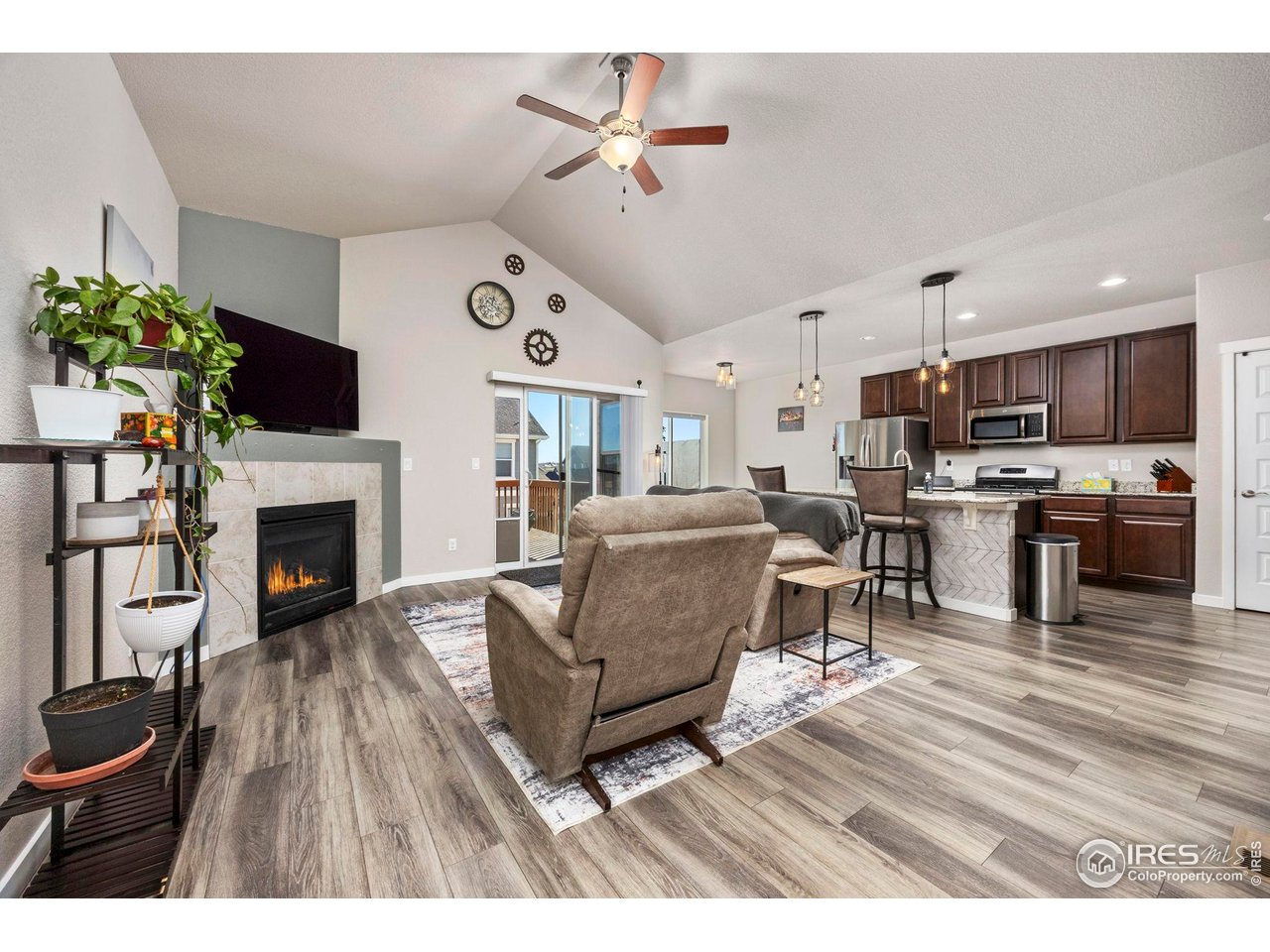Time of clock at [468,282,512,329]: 12:19
